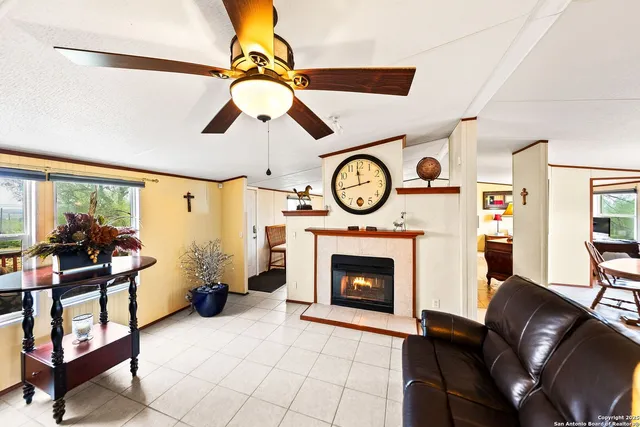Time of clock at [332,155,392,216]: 11:42
